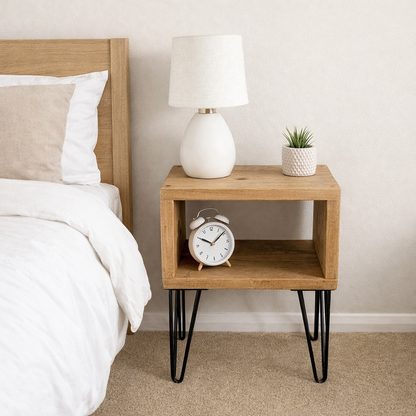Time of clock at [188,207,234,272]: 10:08
